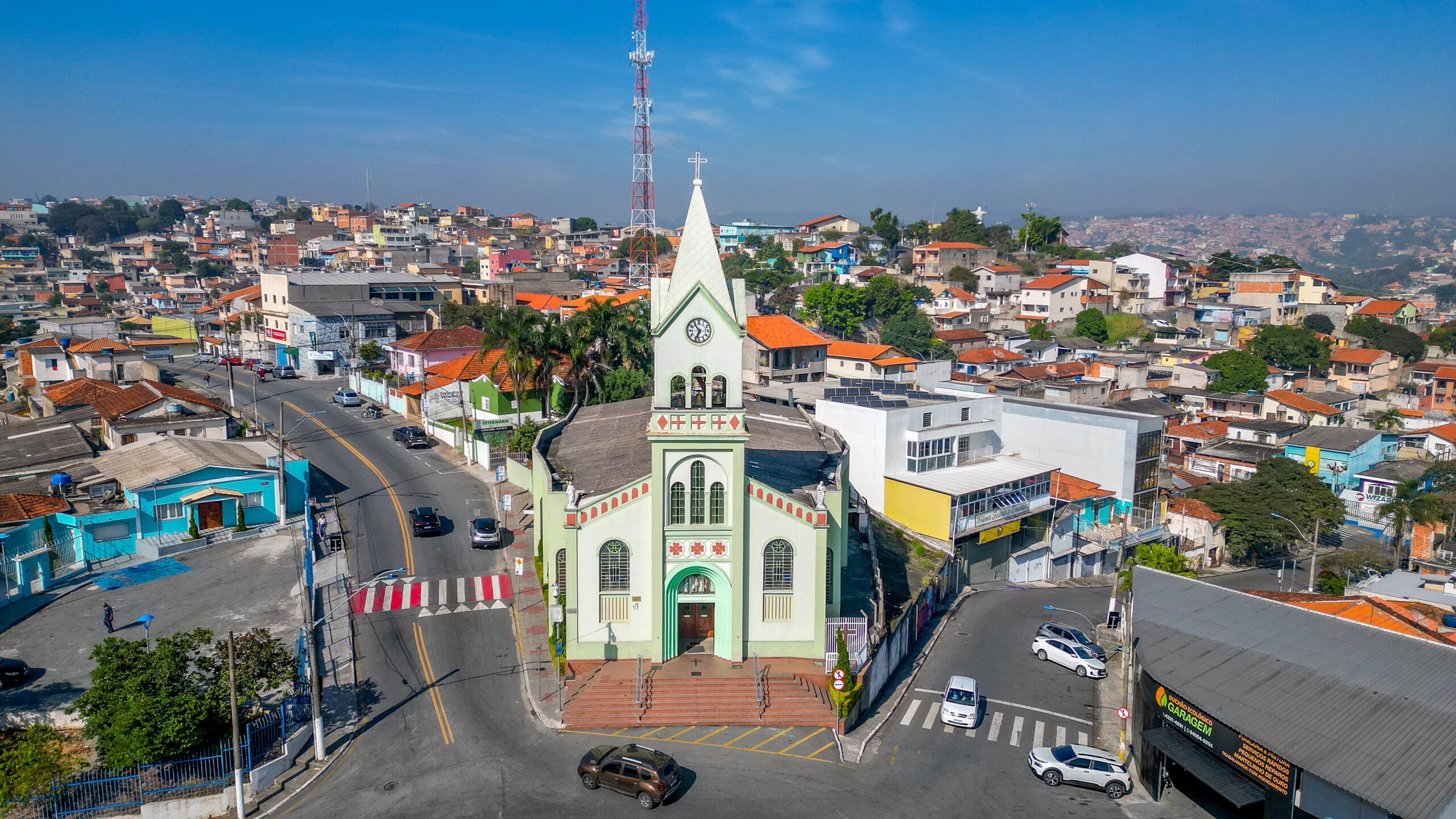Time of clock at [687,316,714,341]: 10:34
